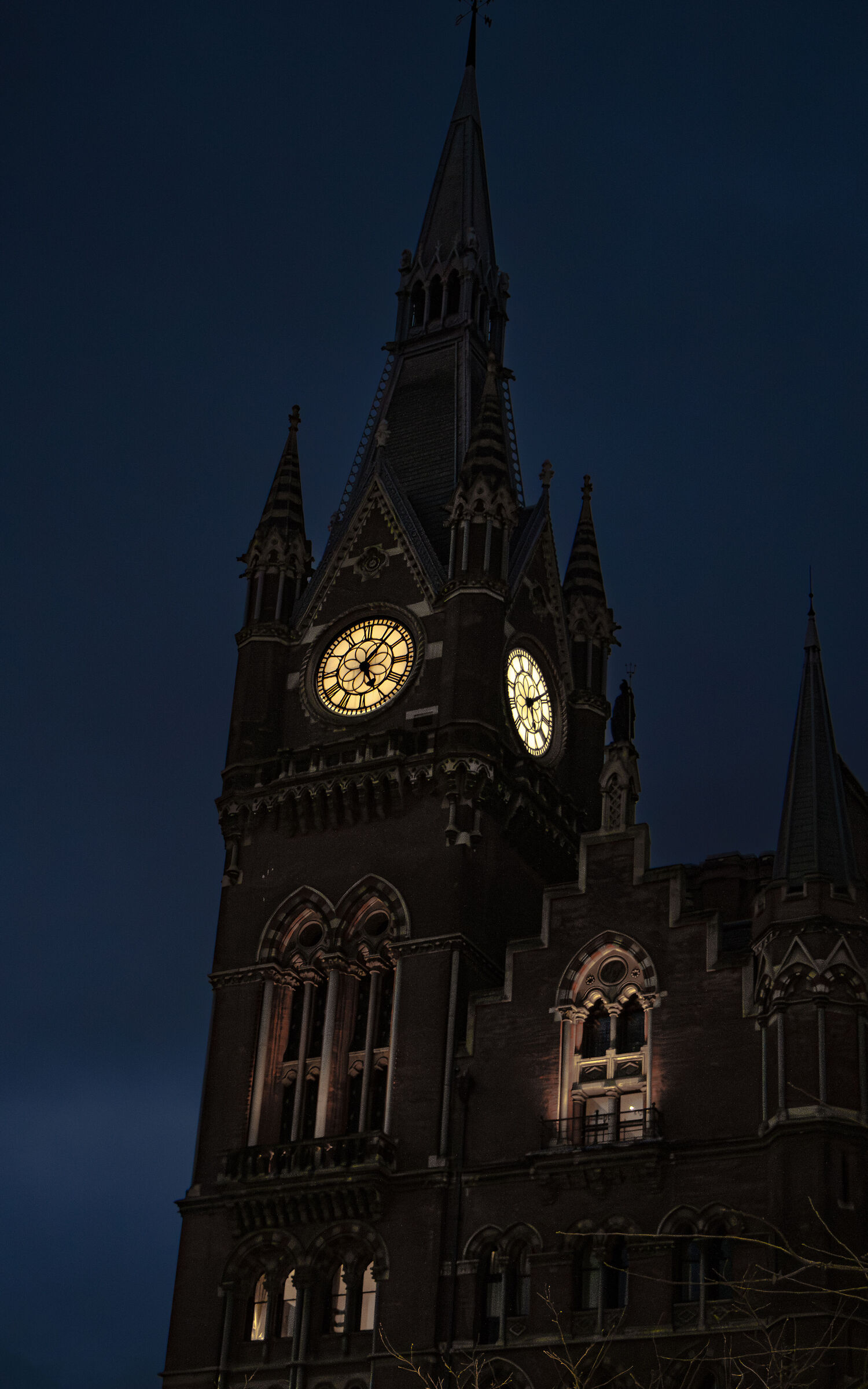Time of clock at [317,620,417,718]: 5:06
